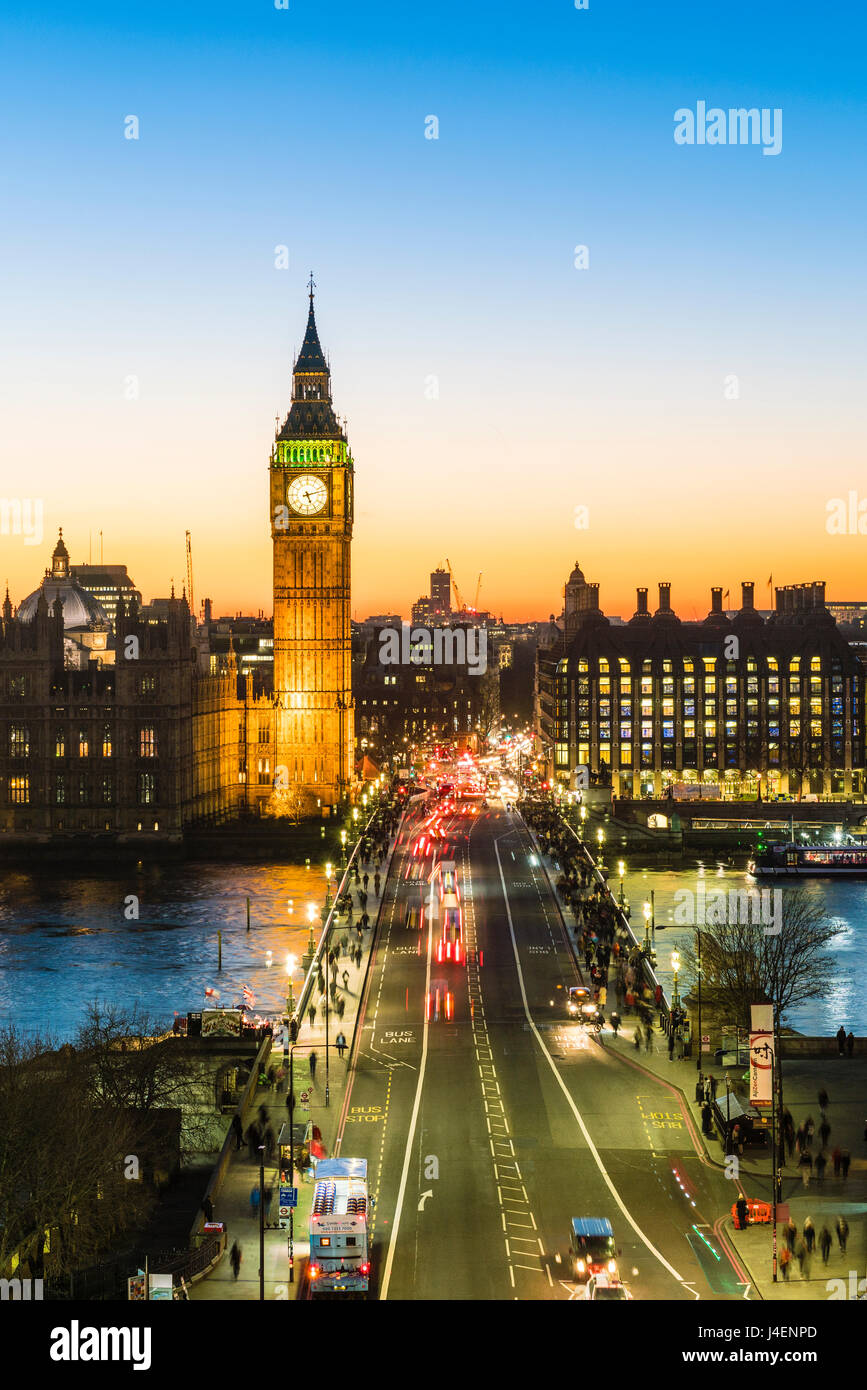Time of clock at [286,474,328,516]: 5:12
